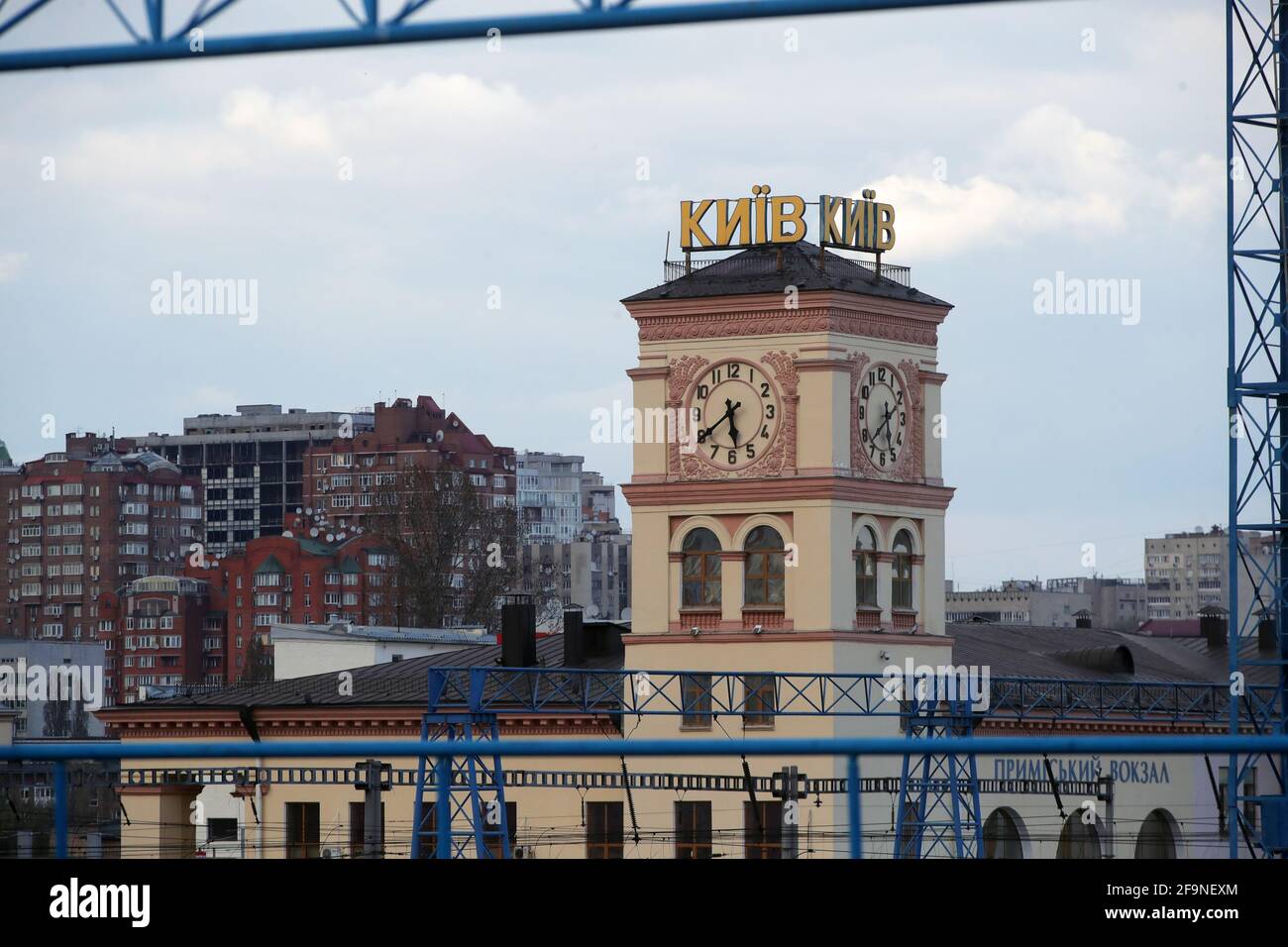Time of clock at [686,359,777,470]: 5:39
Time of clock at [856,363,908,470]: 5:37
